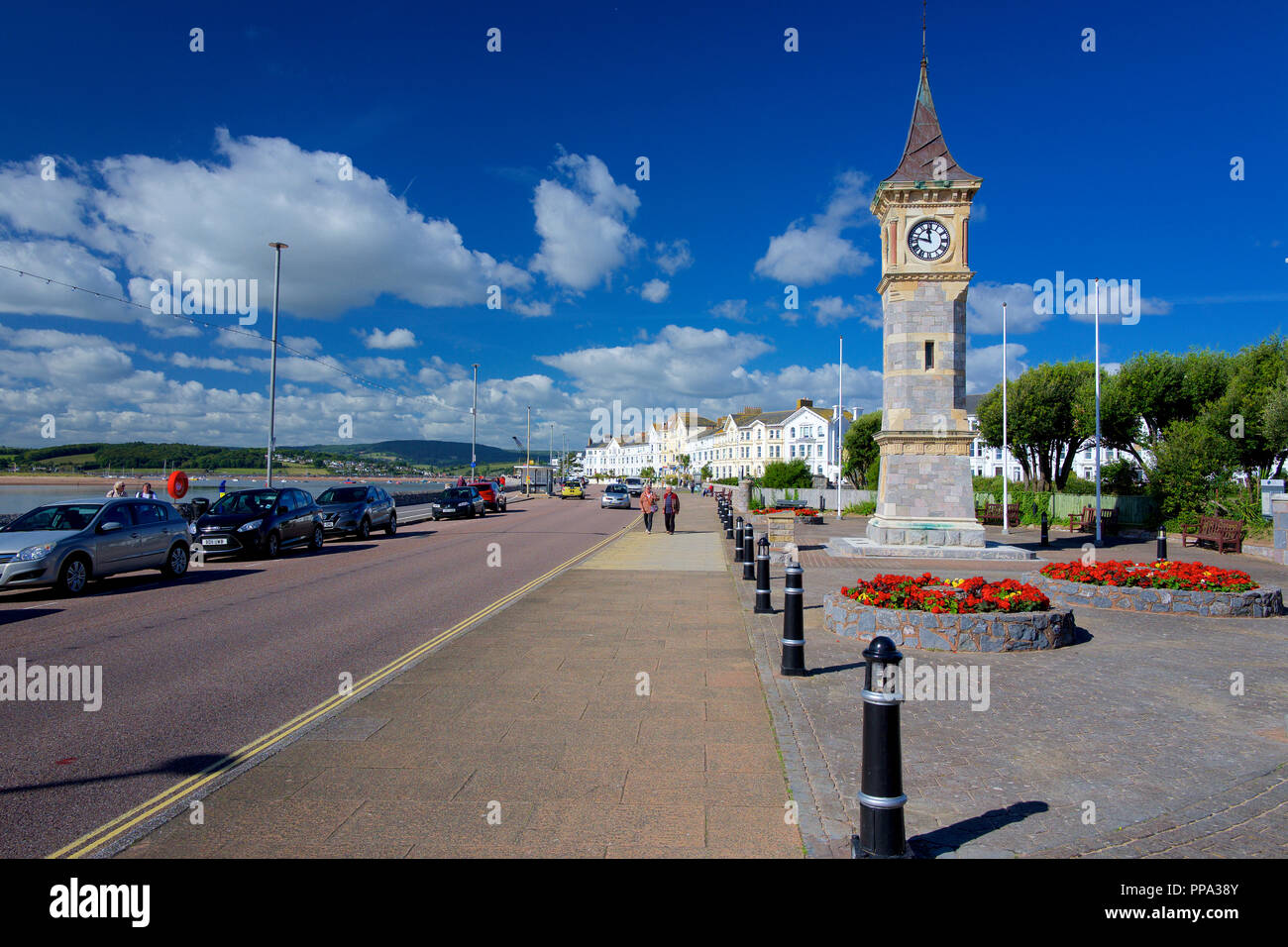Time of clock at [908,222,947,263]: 11:46
